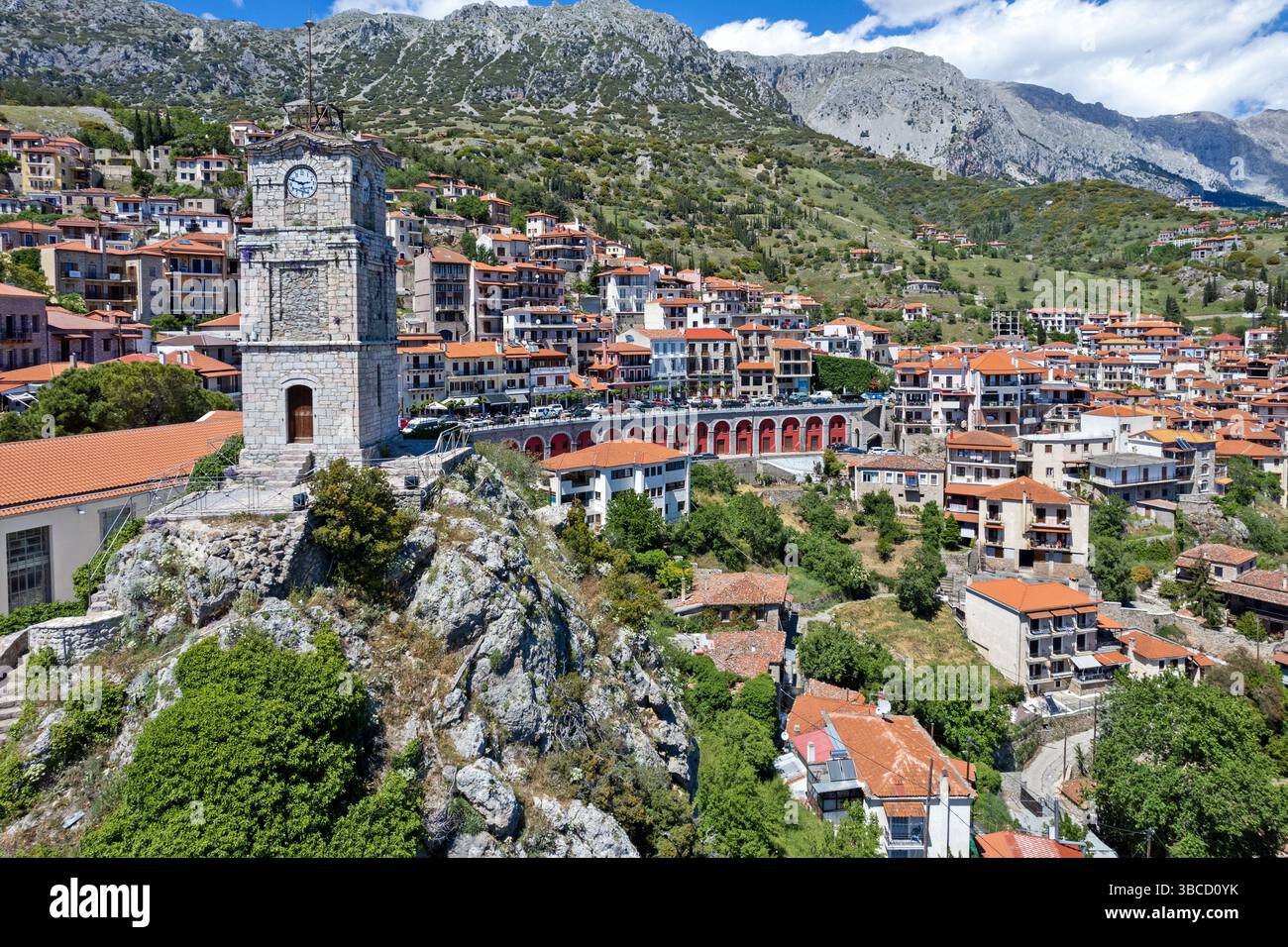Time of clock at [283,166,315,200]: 2:48
